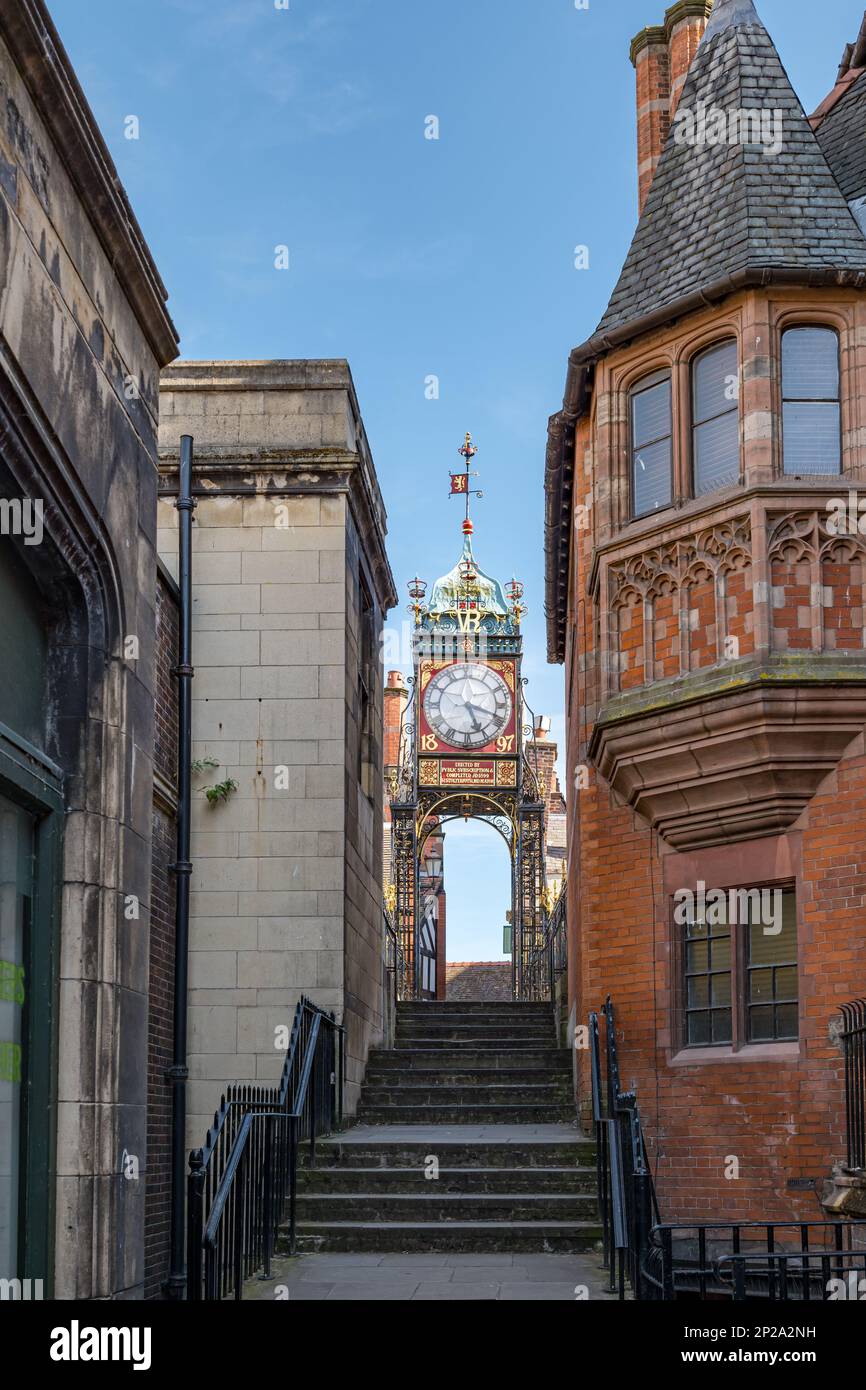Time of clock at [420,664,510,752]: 5:18
